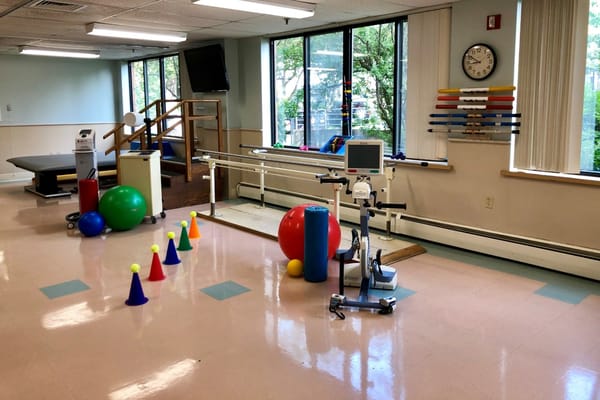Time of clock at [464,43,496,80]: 8:50
